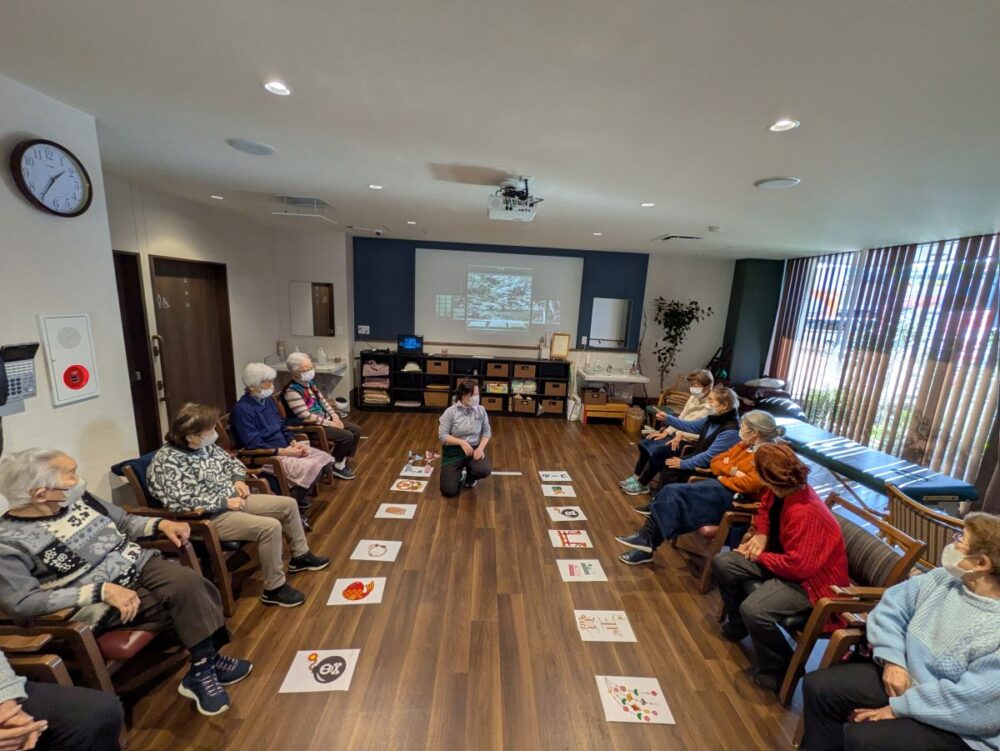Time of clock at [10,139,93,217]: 1:35
